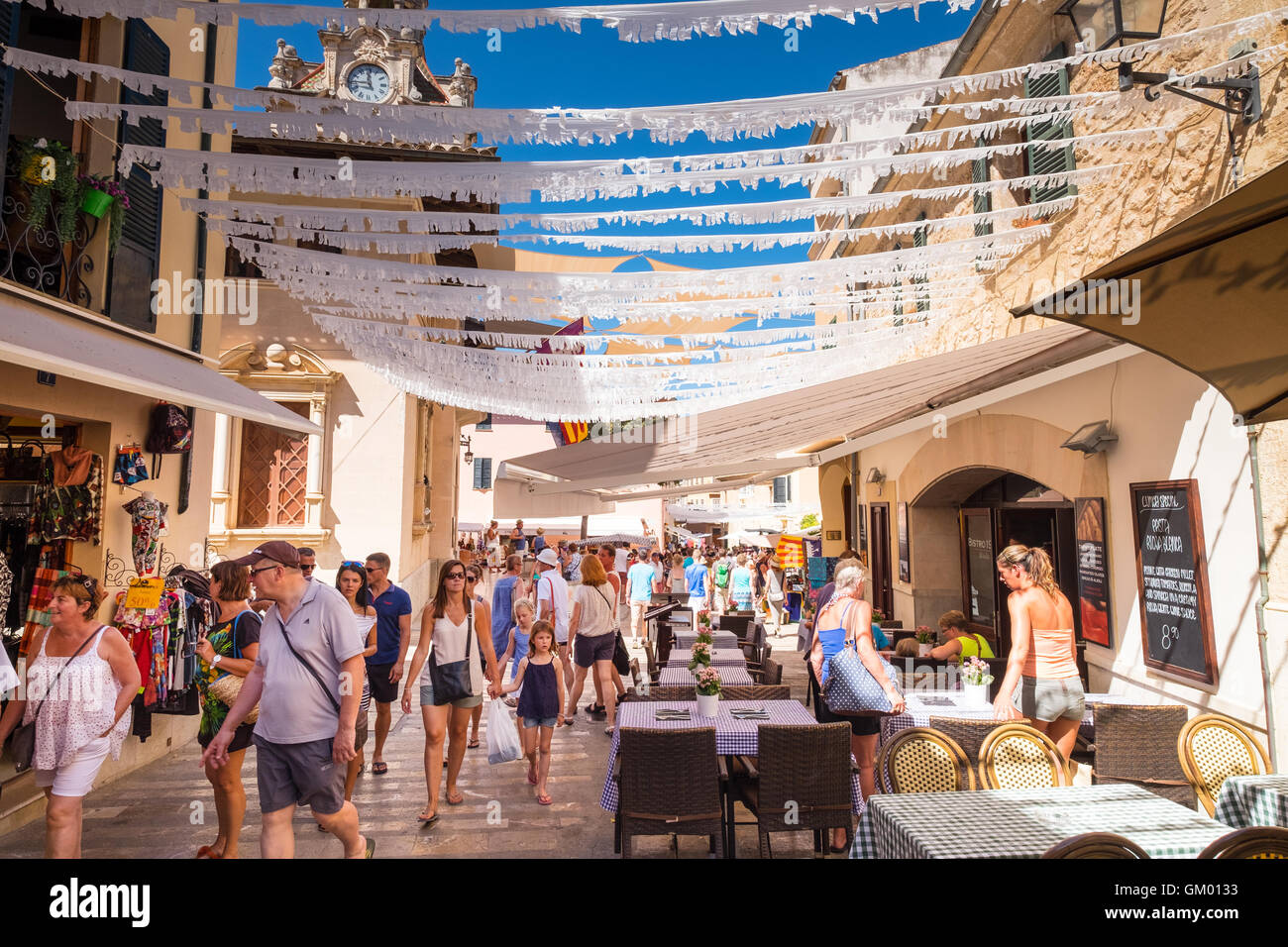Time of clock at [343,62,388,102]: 11:45
